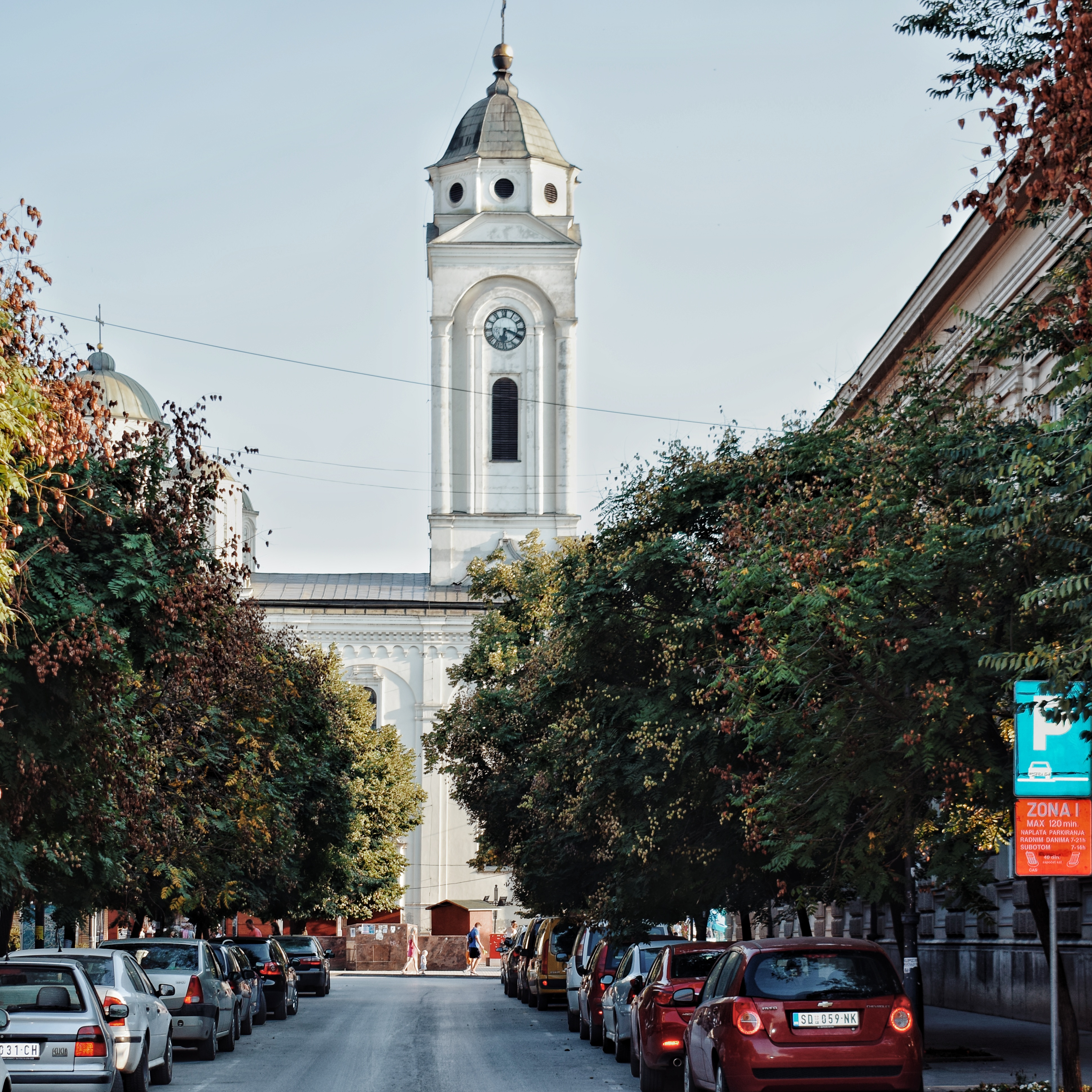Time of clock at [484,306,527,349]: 6:18
